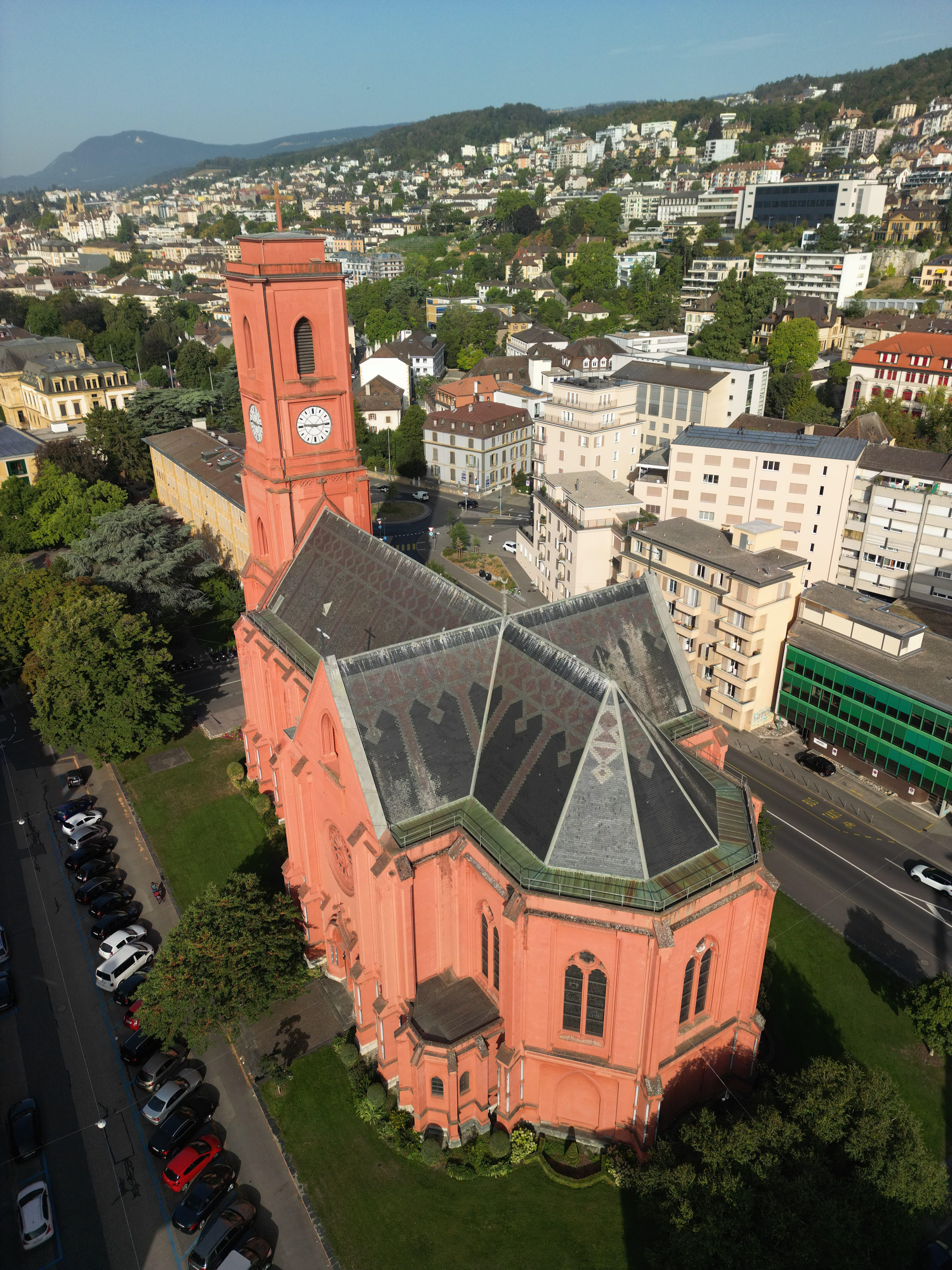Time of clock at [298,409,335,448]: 9:14
